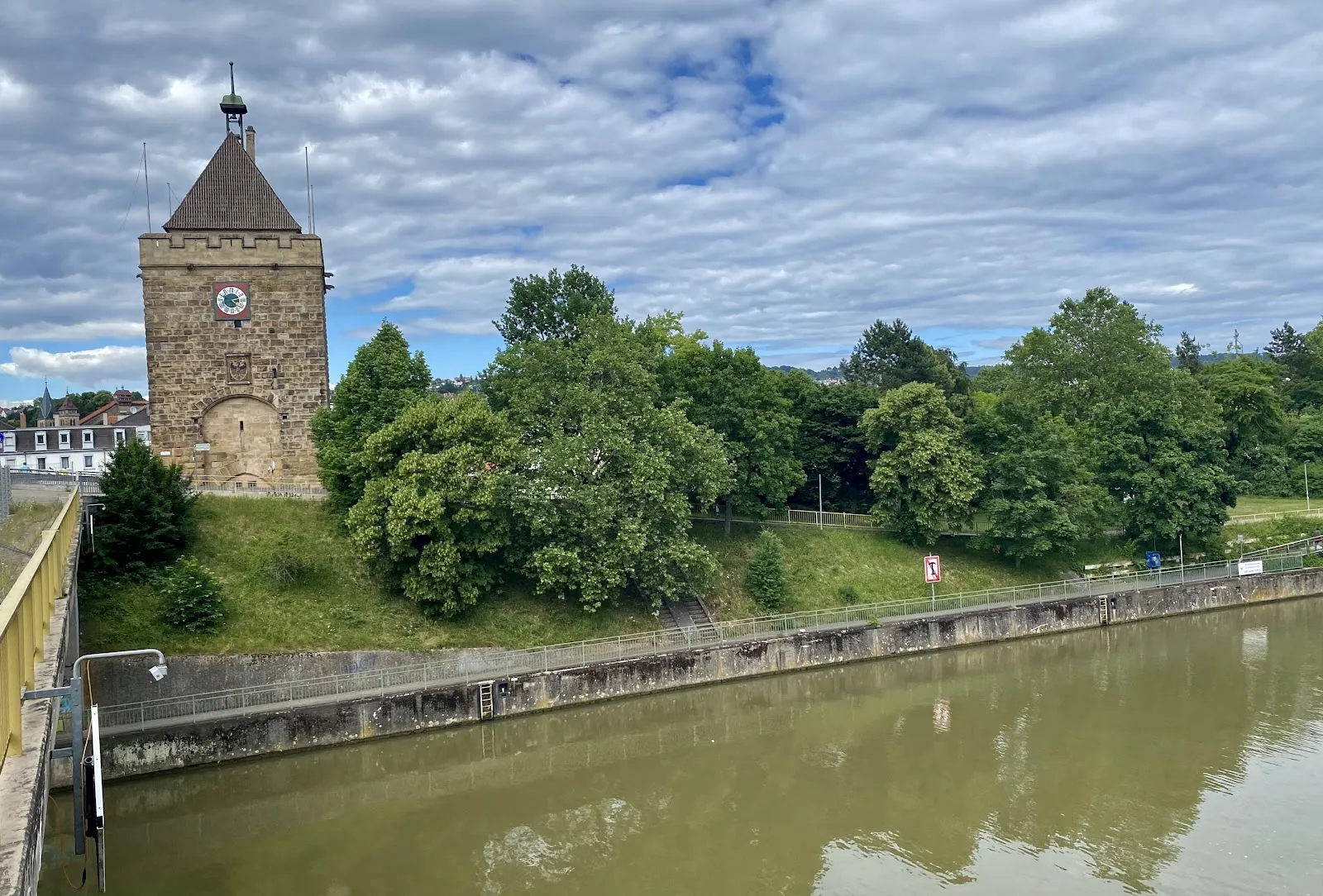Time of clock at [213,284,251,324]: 2:21
